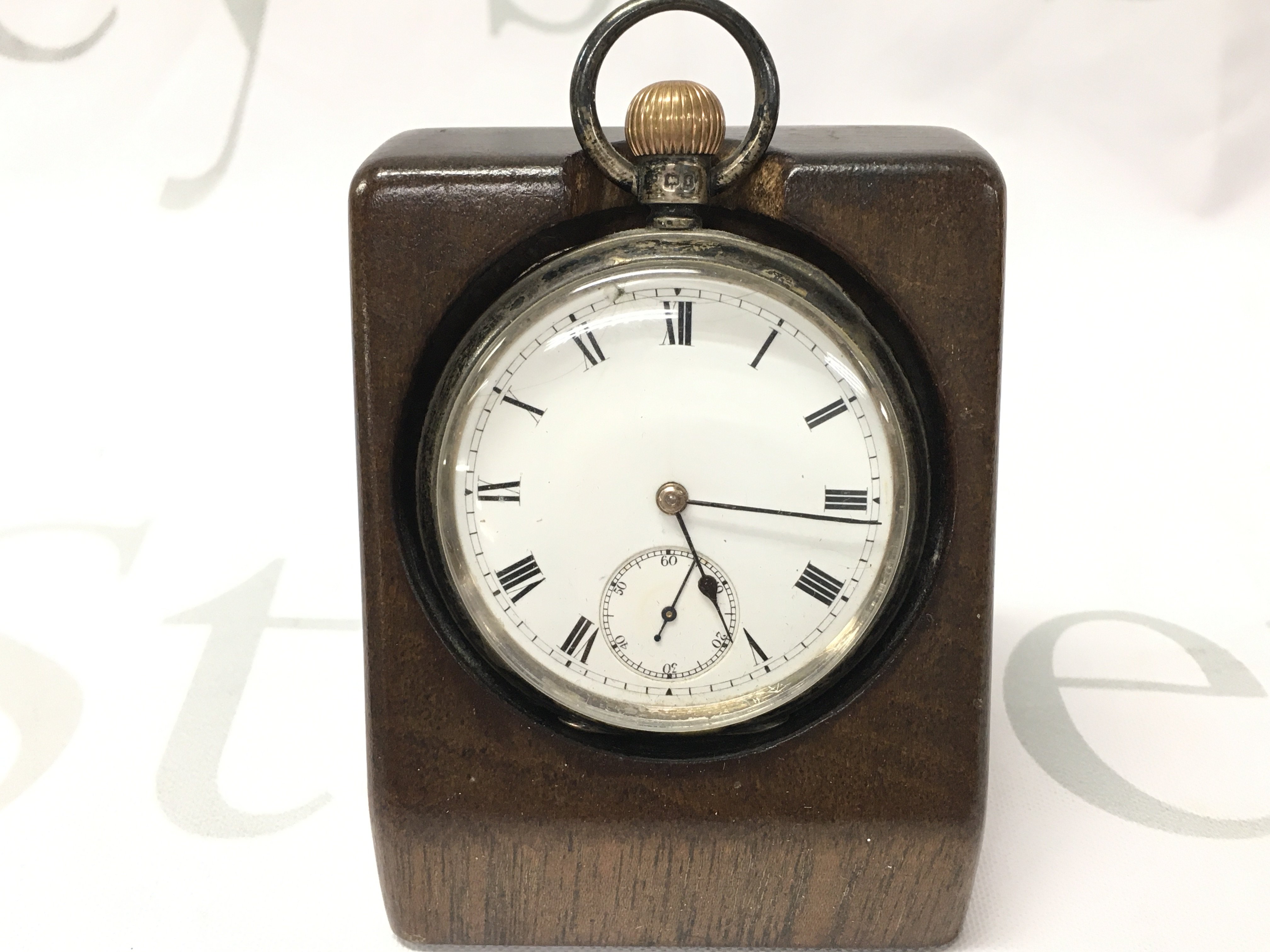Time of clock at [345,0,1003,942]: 5:15
